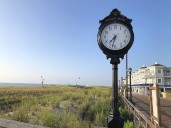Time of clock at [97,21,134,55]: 7:32
